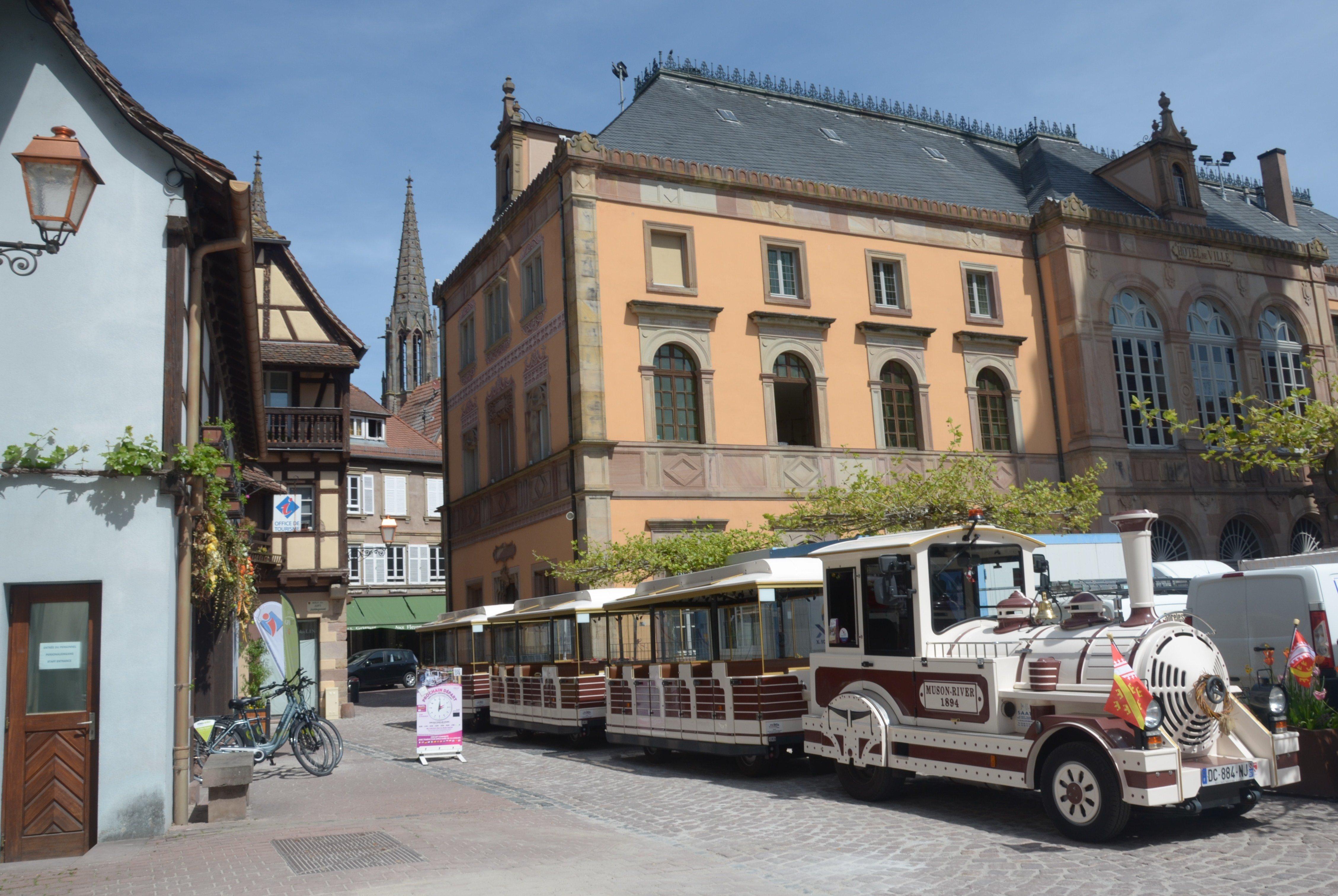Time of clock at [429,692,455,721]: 2:00
